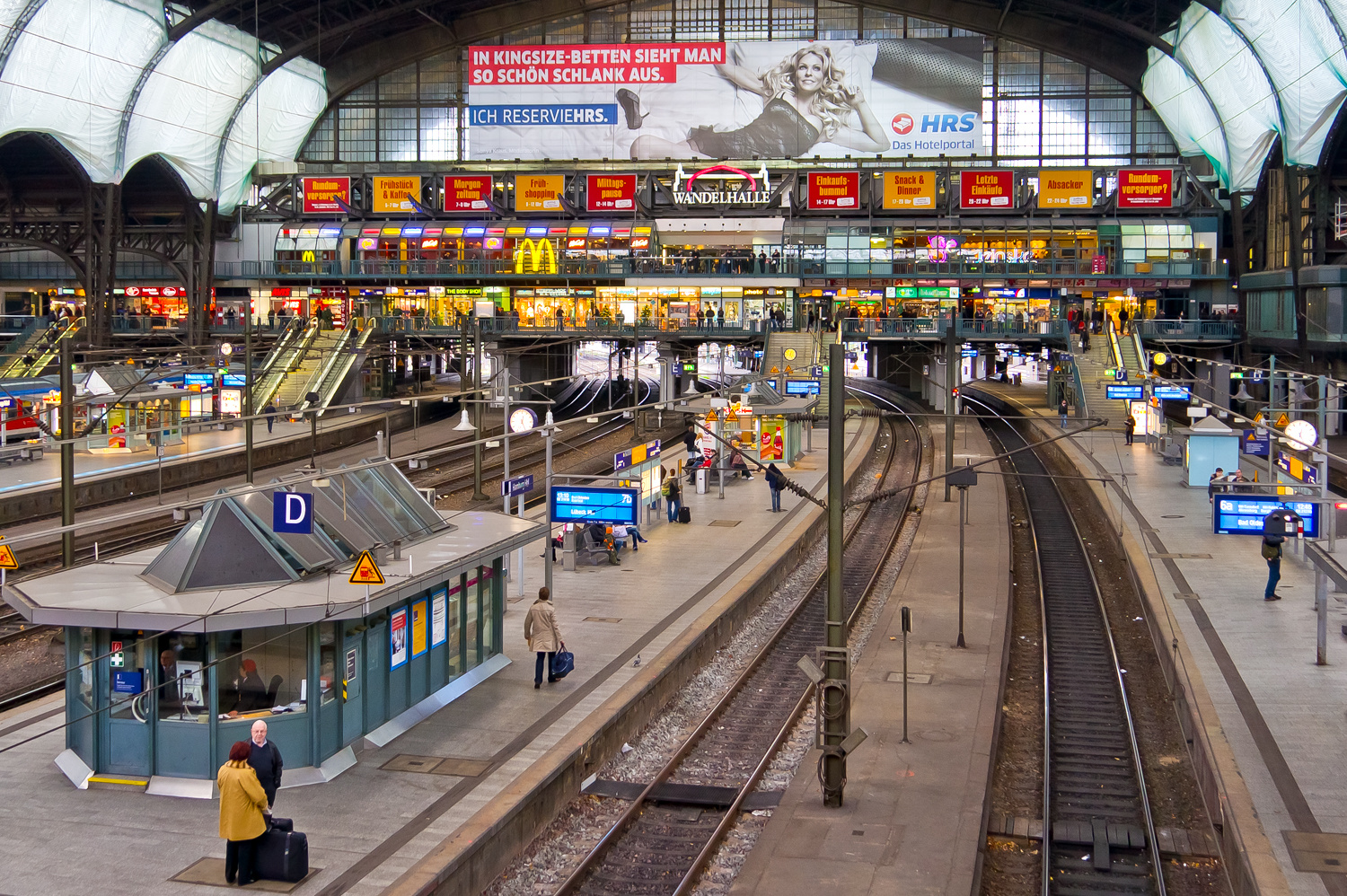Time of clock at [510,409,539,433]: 12:26
